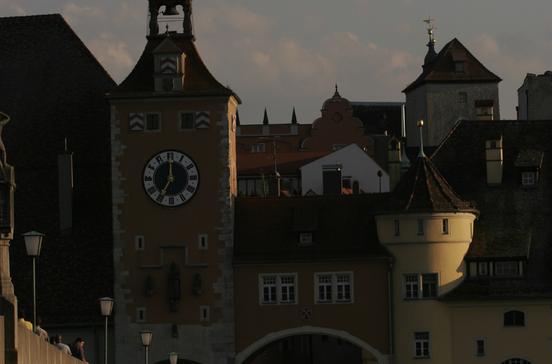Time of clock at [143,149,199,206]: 7:00
